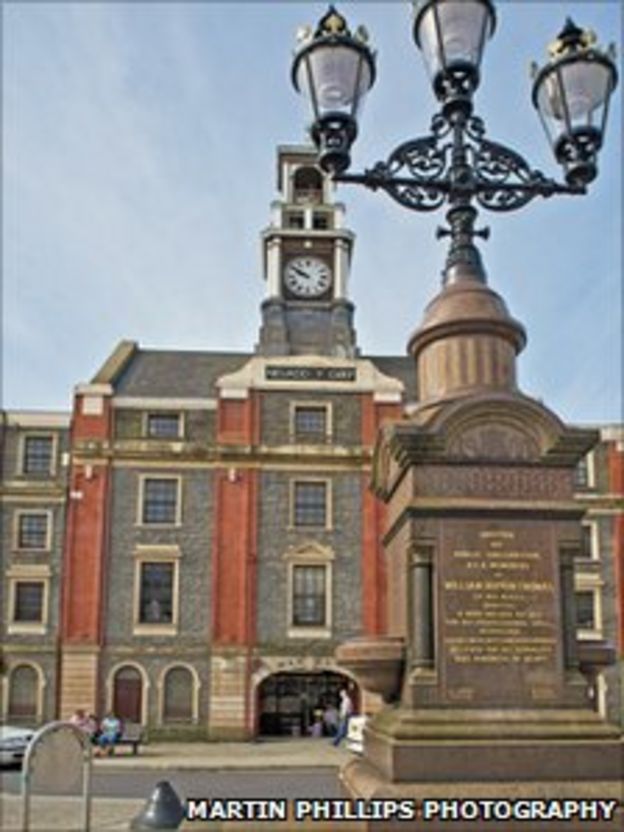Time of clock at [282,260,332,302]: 9:50
